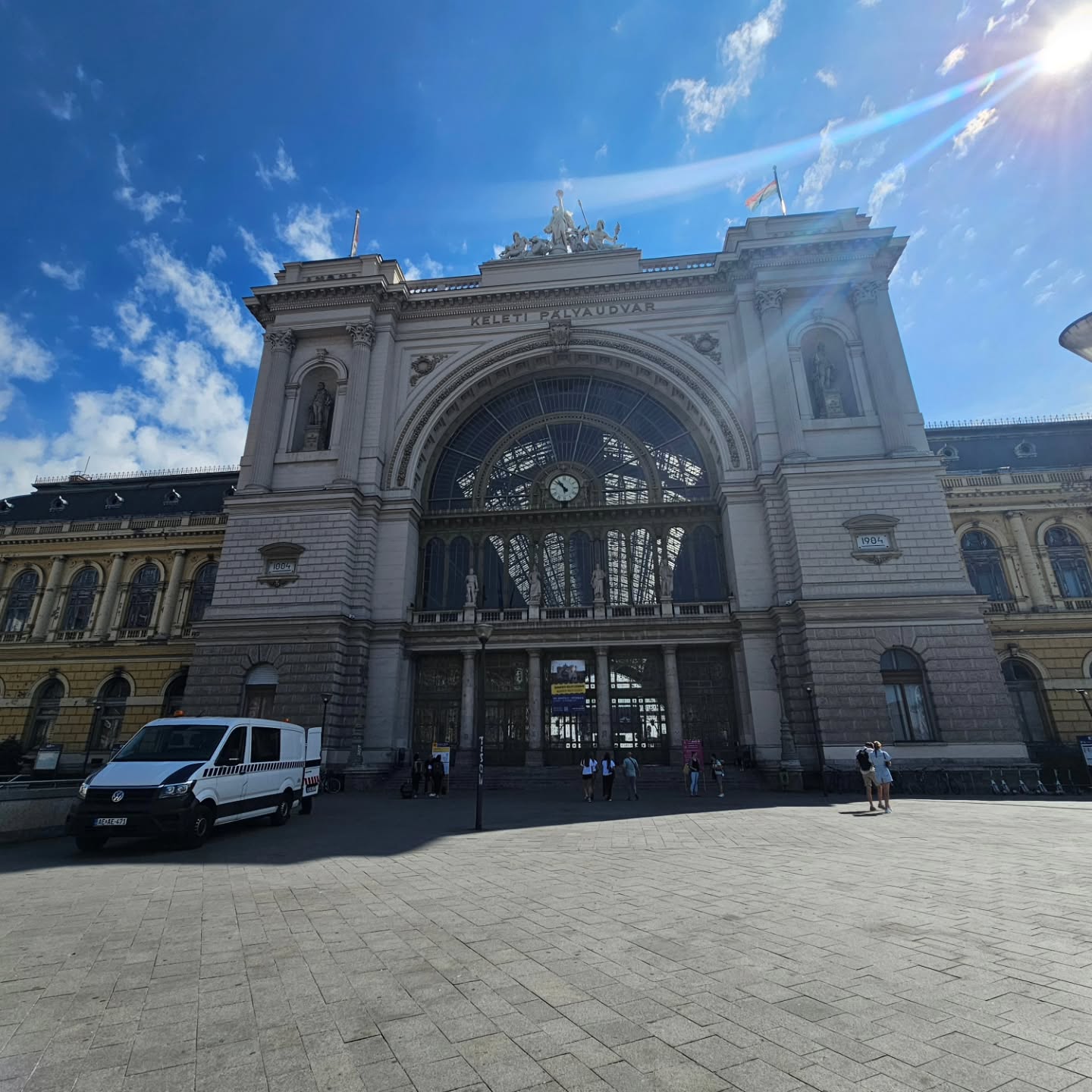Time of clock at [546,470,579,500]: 10:52
